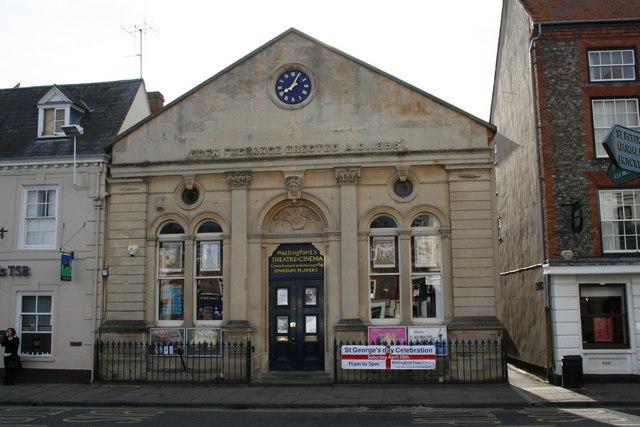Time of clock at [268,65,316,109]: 8:04
